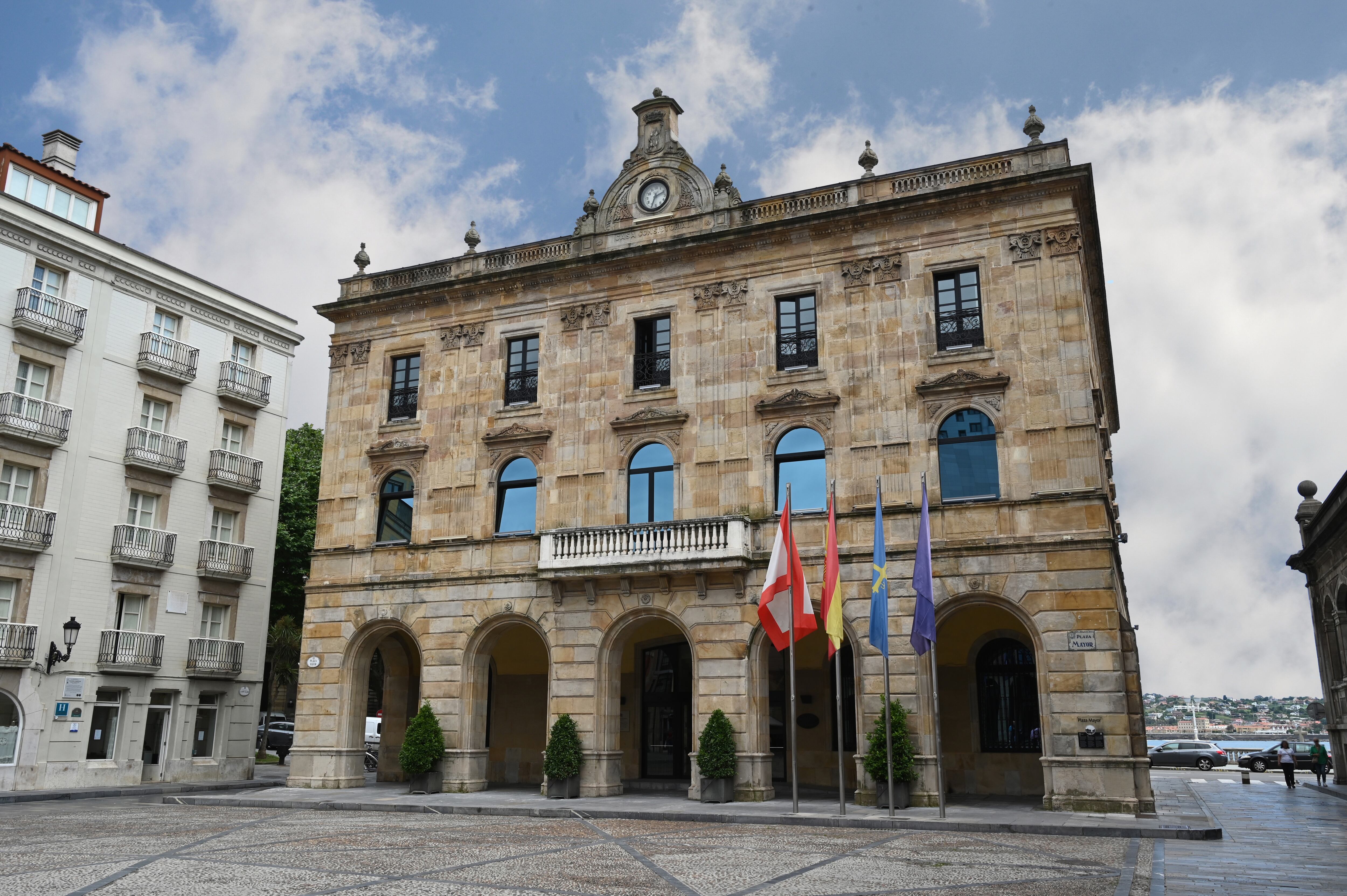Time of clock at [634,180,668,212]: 2:33
